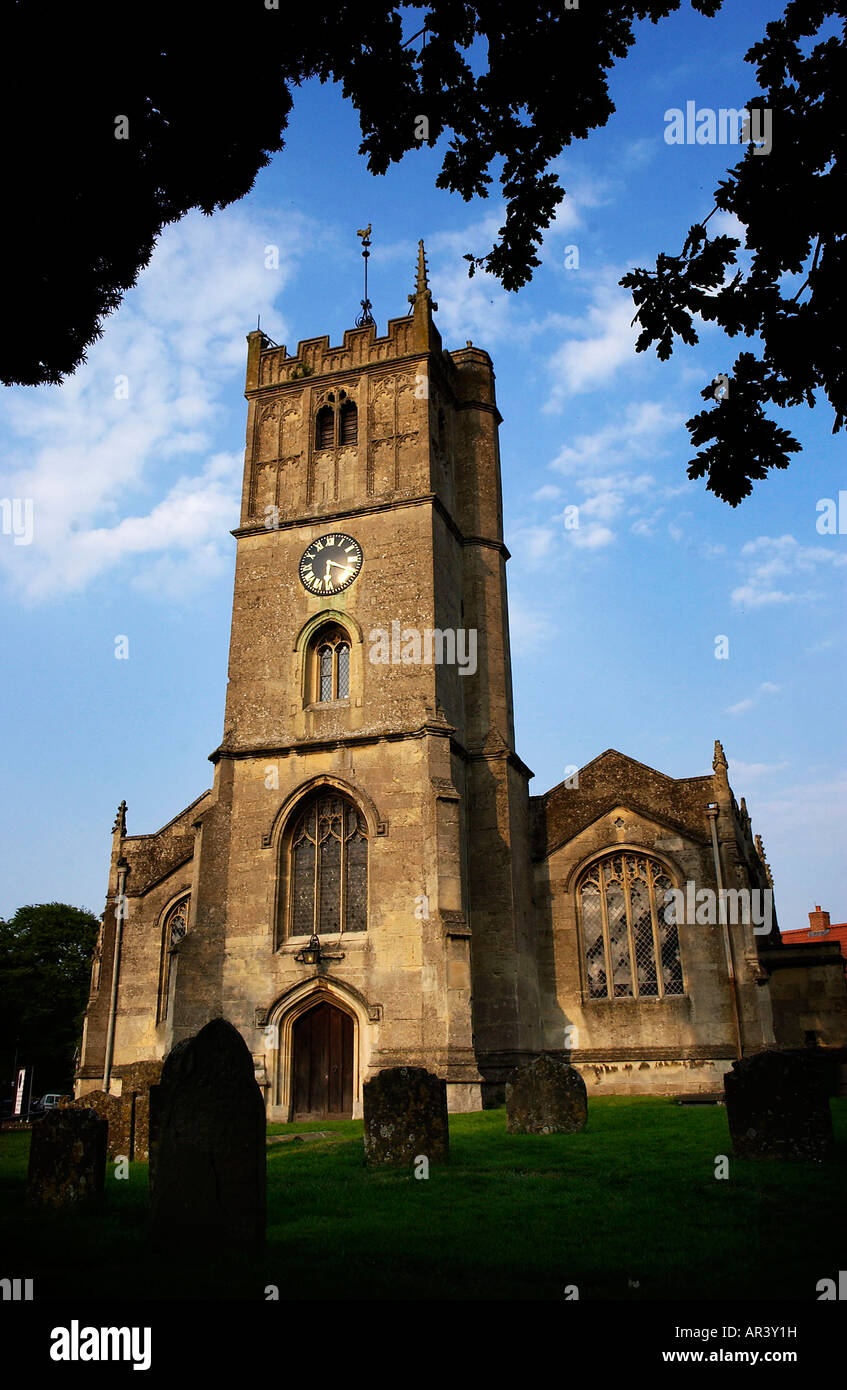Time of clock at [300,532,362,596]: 6:18
